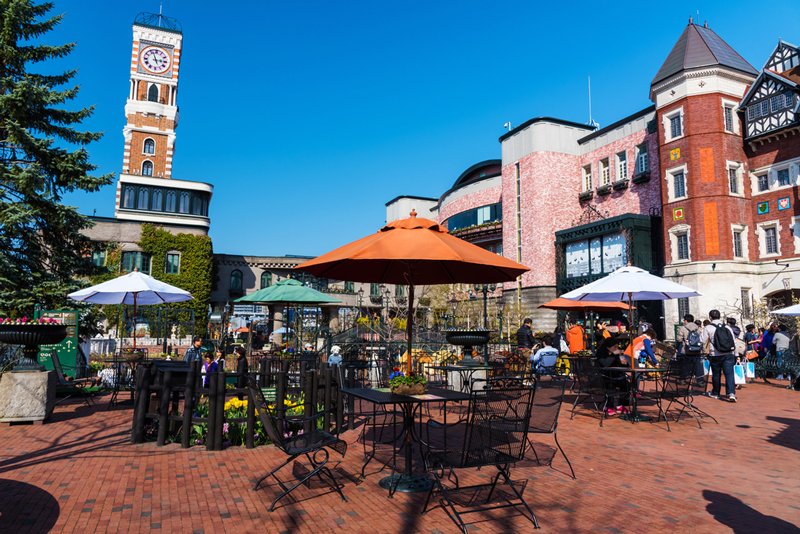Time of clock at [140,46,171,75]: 2:56
